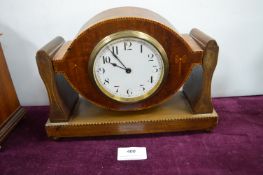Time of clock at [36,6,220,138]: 9:53
